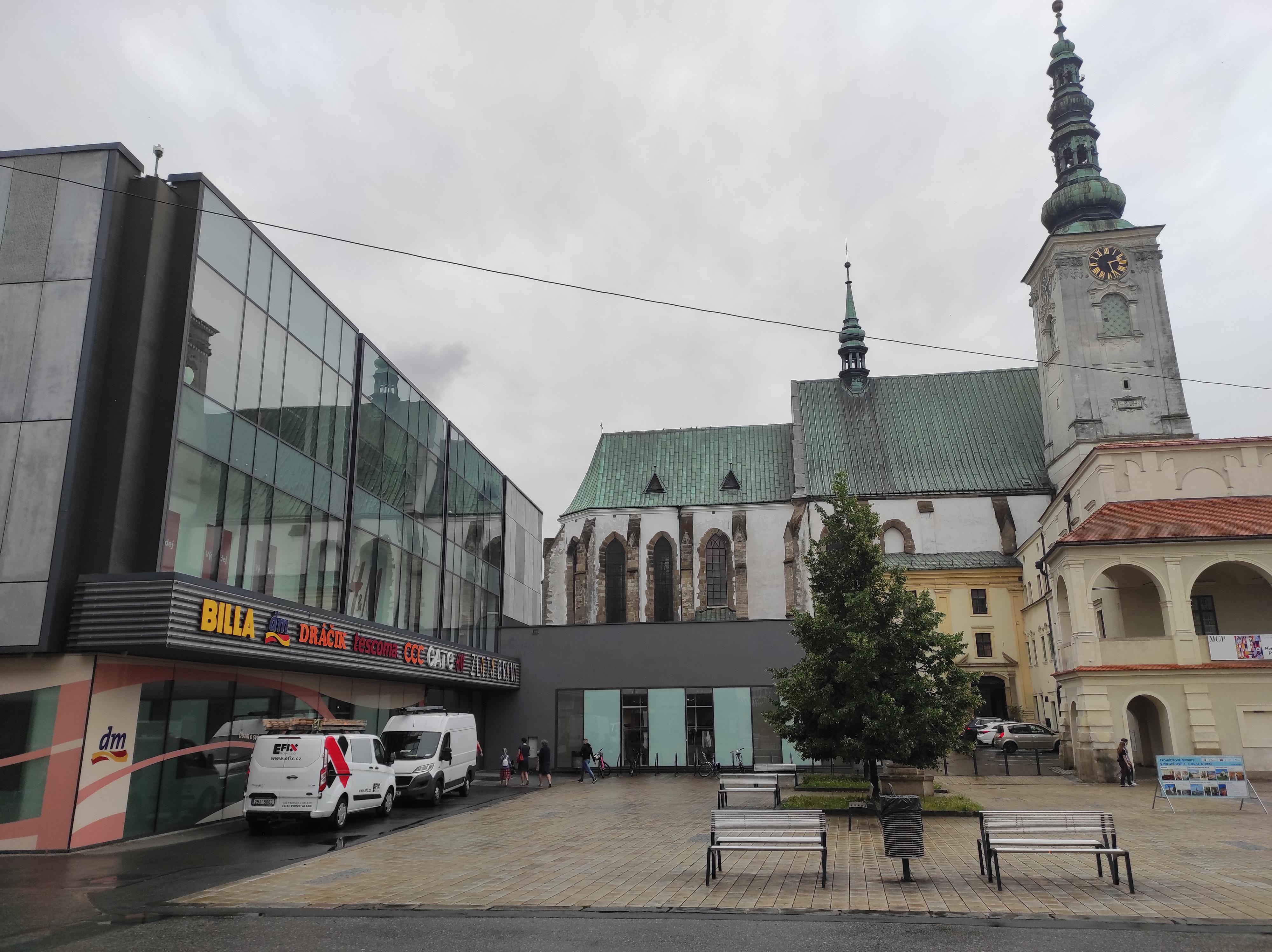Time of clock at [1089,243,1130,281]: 2:26
